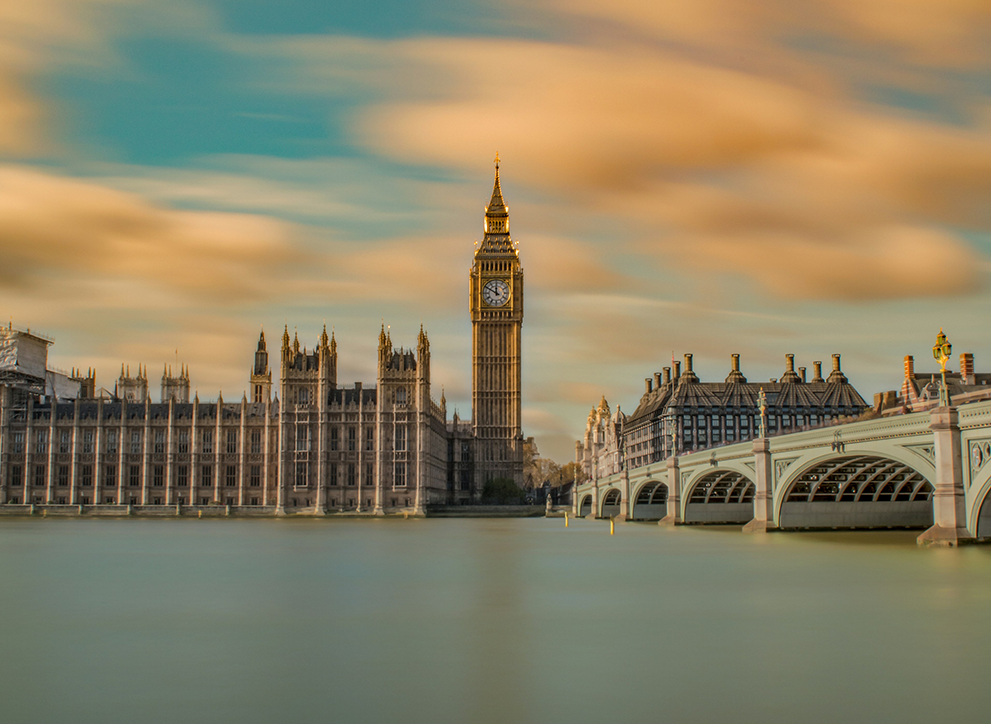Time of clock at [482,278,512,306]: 11:50
